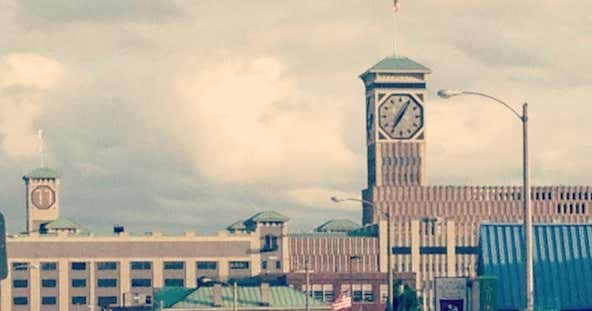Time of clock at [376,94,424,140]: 7:05
